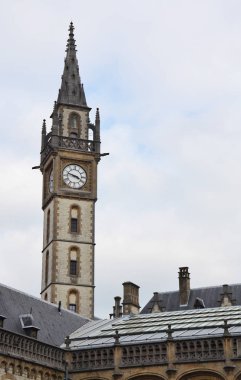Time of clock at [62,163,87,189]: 3:47
